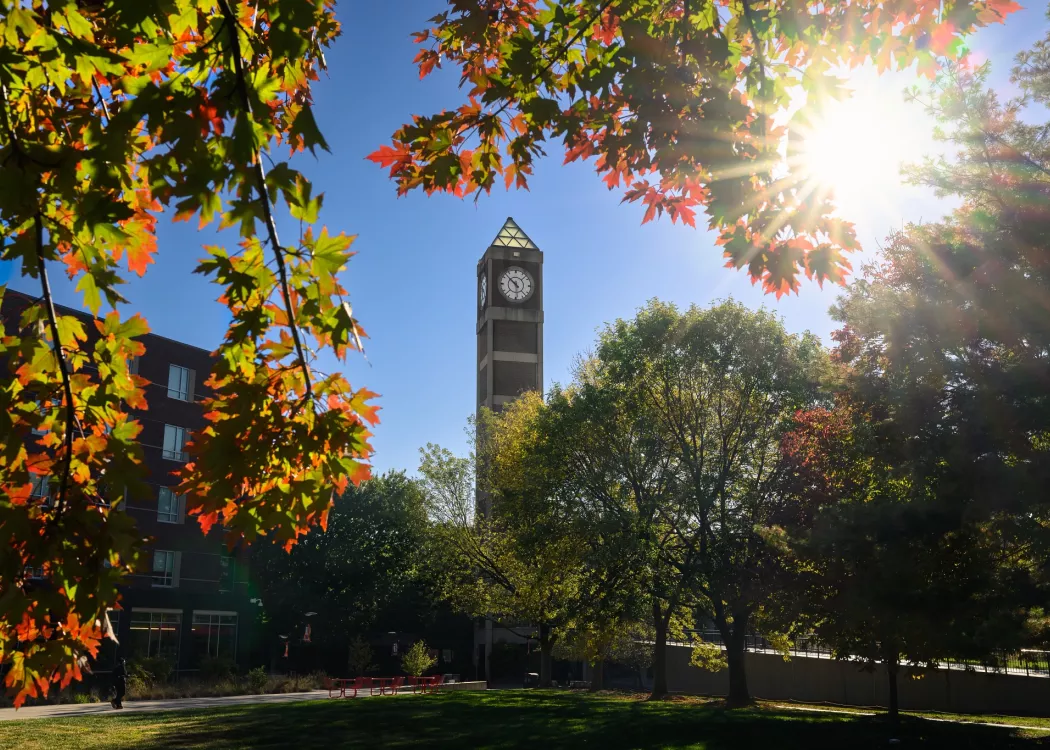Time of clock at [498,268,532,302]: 5:52
